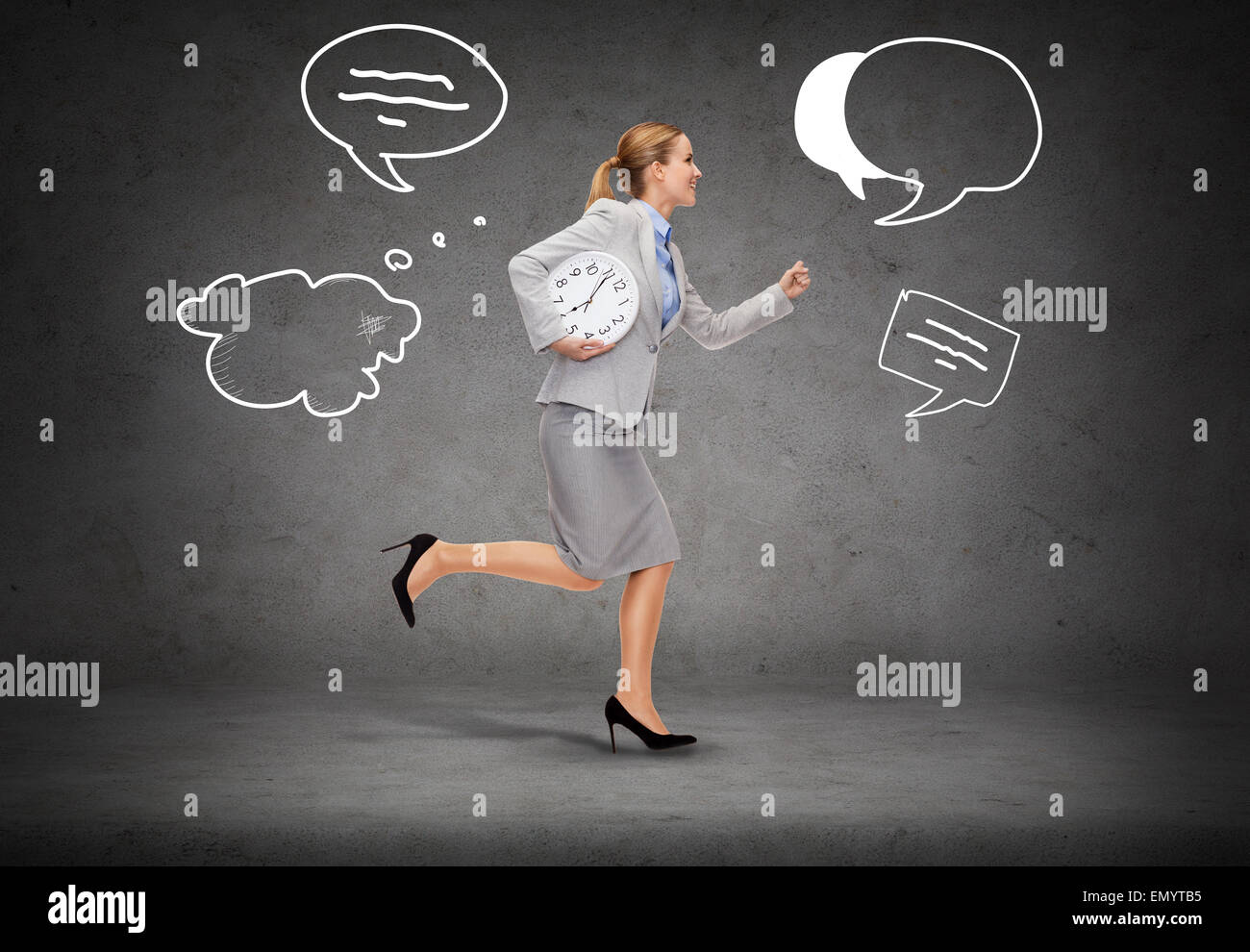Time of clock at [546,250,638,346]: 8:05
